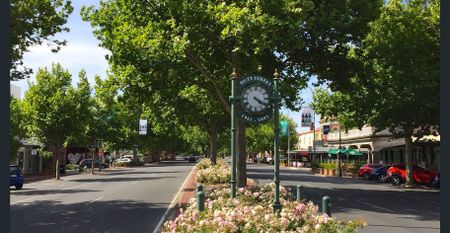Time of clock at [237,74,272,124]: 4:20
